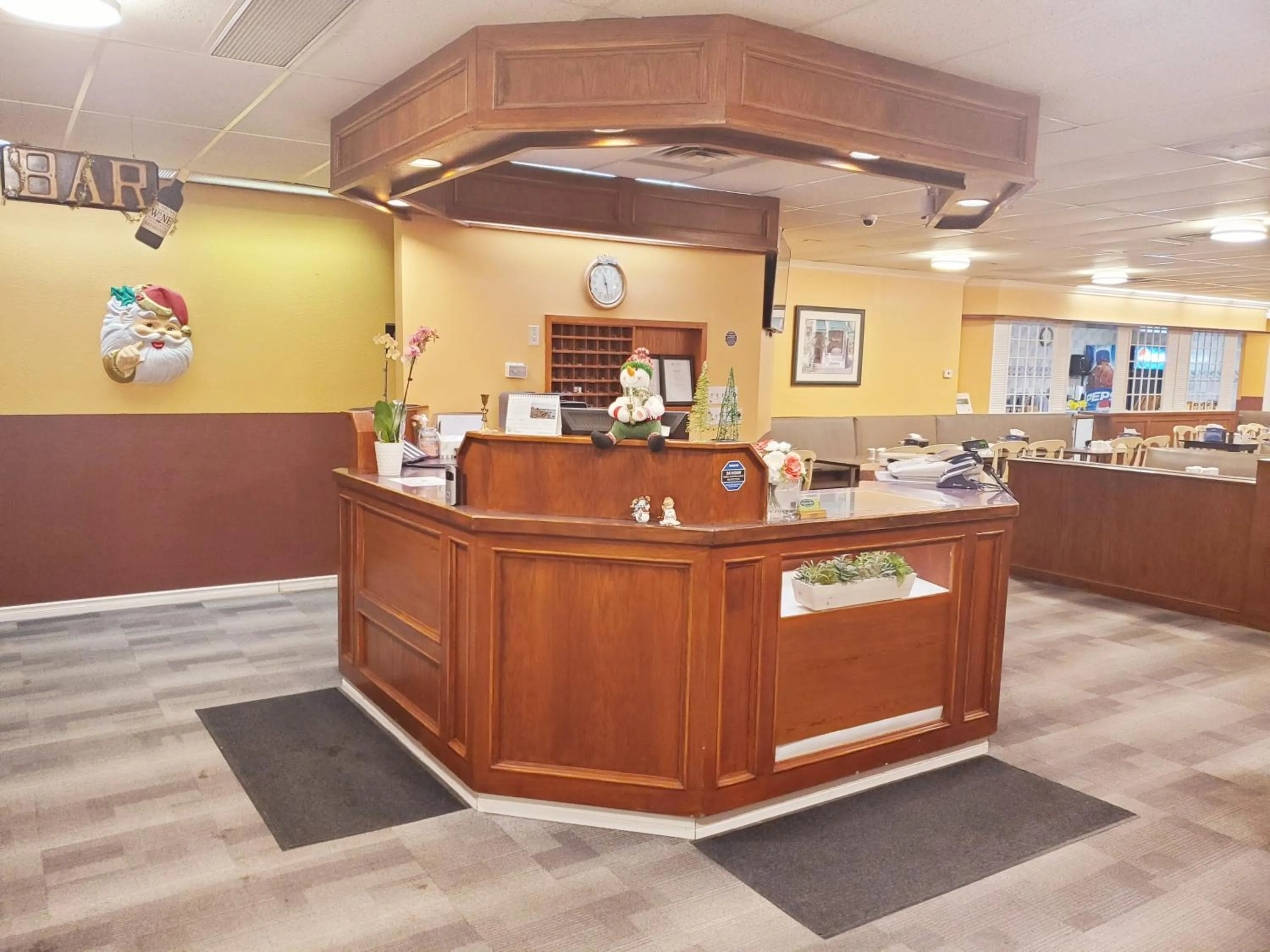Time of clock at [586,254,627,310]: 11:28
